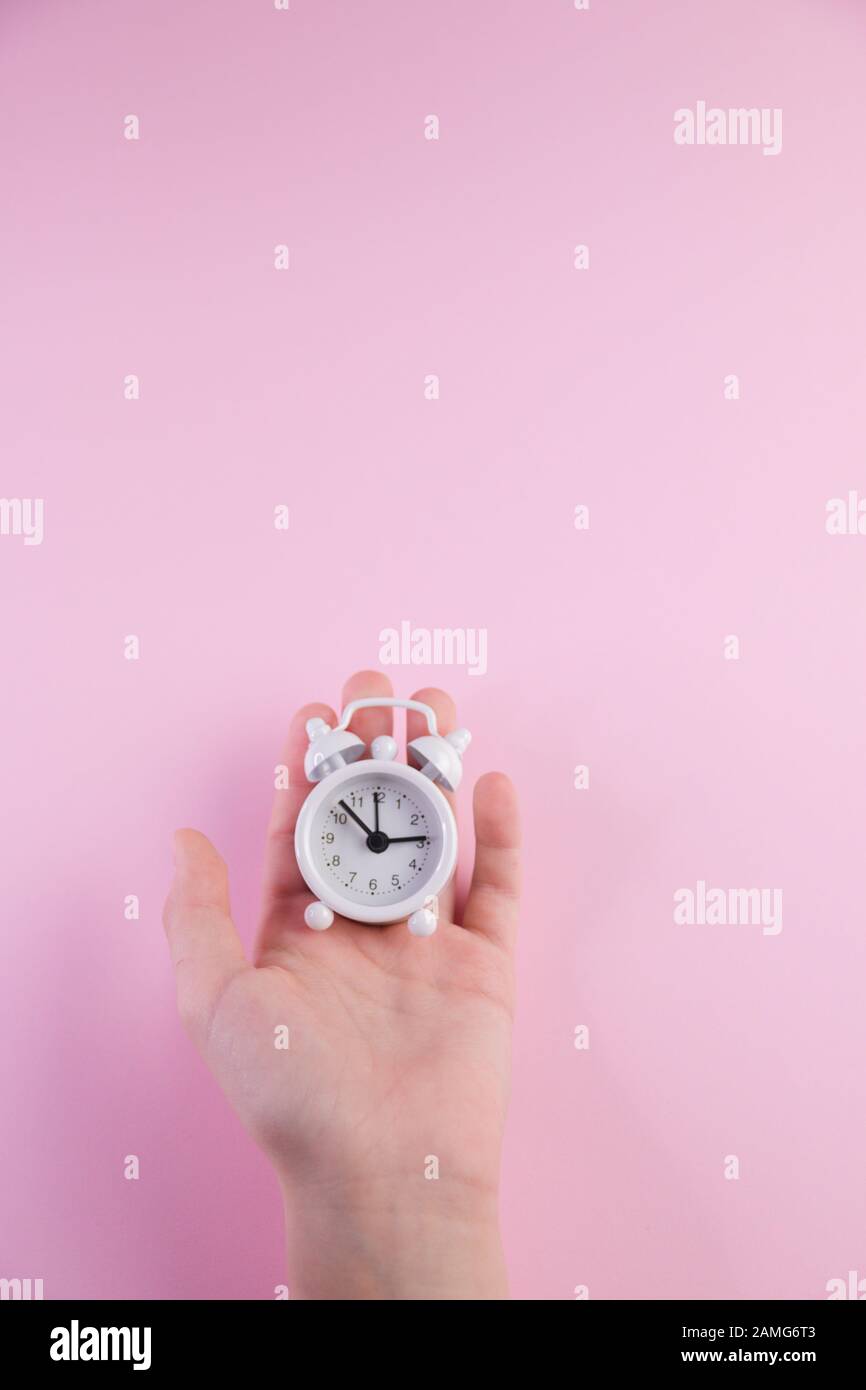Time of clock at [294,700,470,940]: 2:52
